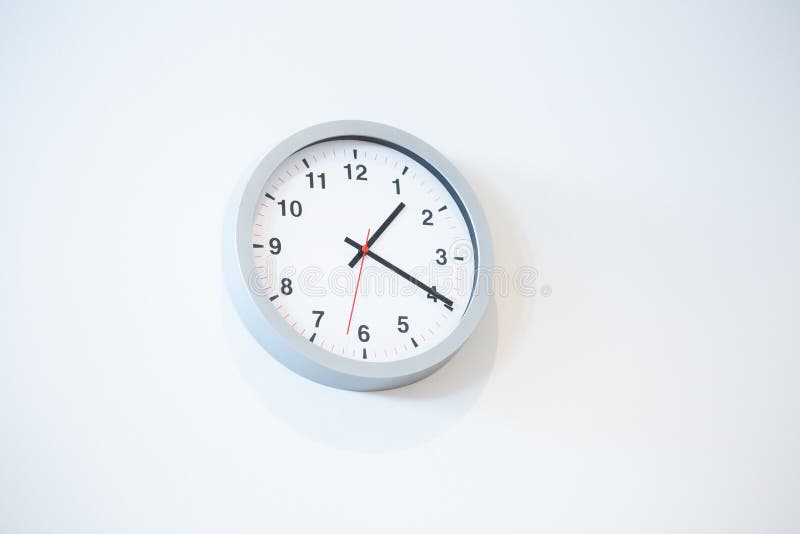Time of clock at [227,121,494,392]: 1:19
